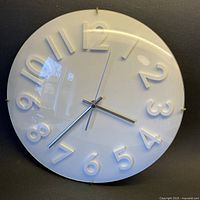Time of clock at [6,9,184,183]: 3:37
